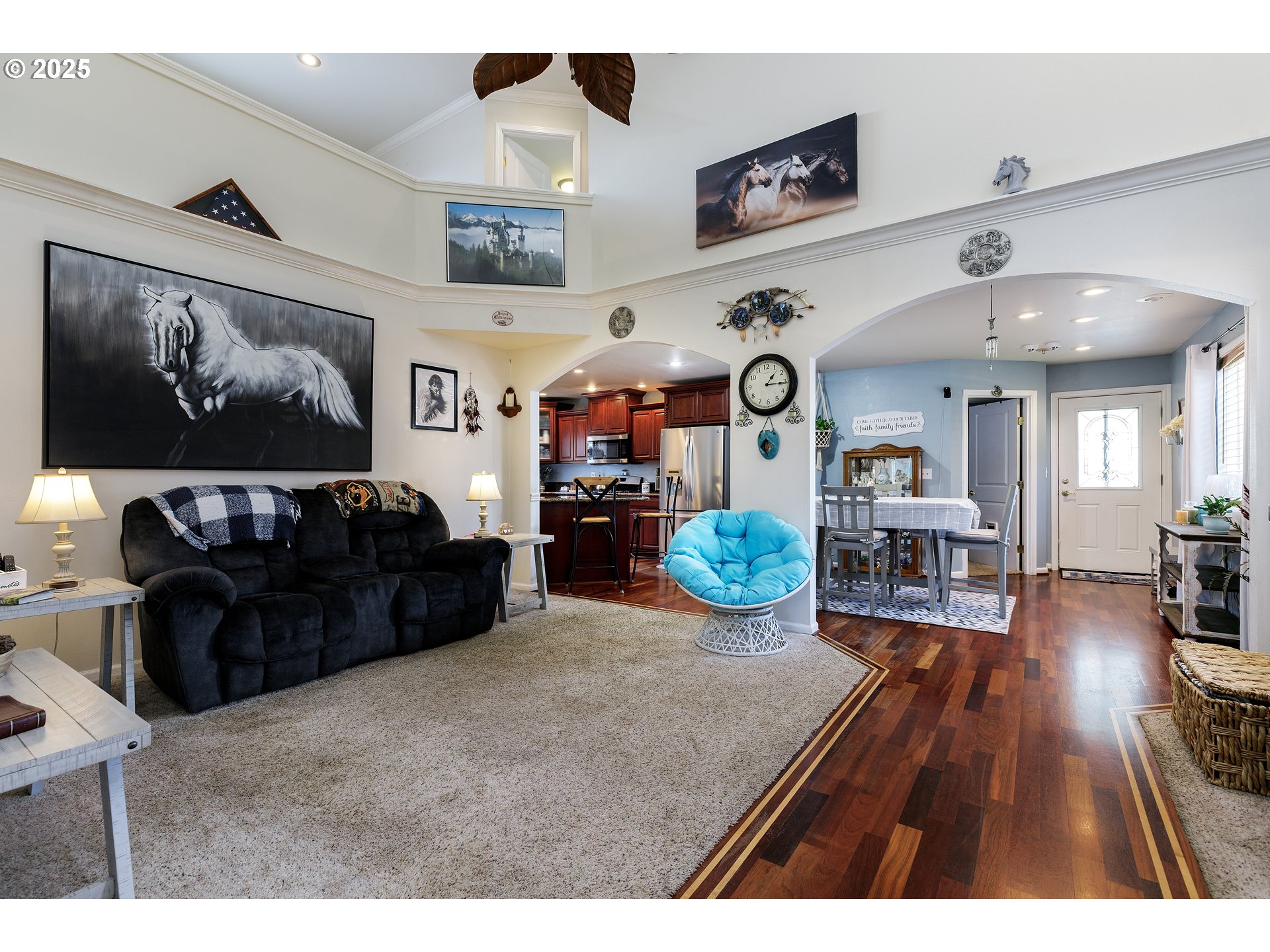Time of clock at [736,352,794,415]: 1:15
